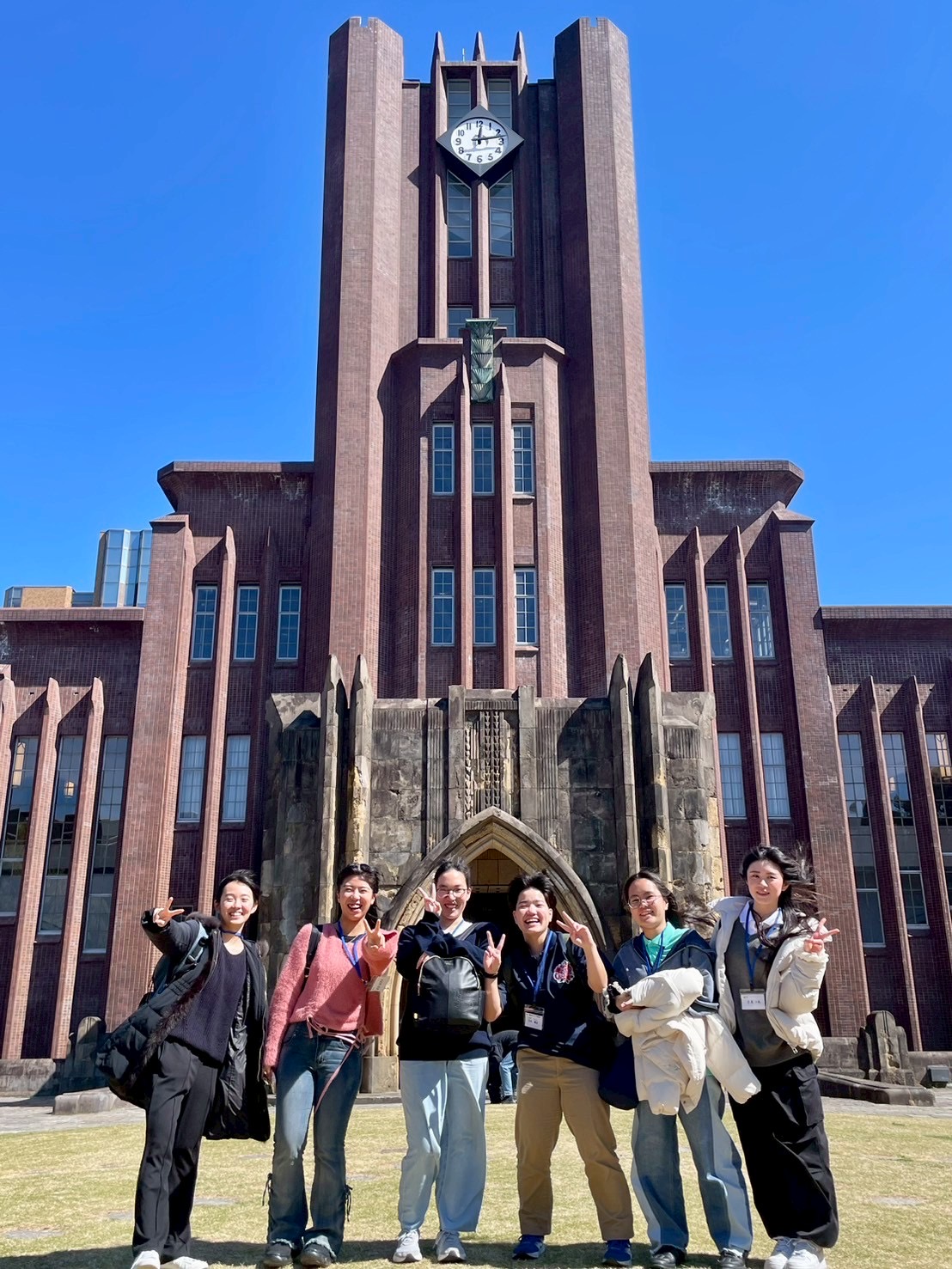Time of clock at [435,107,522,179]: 12:12
